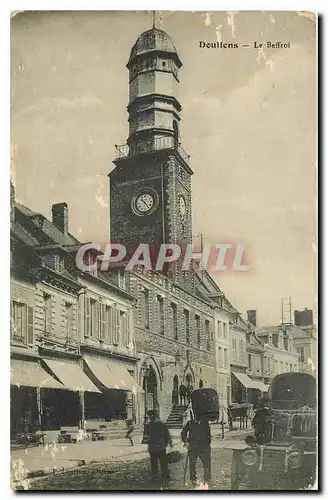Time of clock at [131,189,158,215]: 10:23
